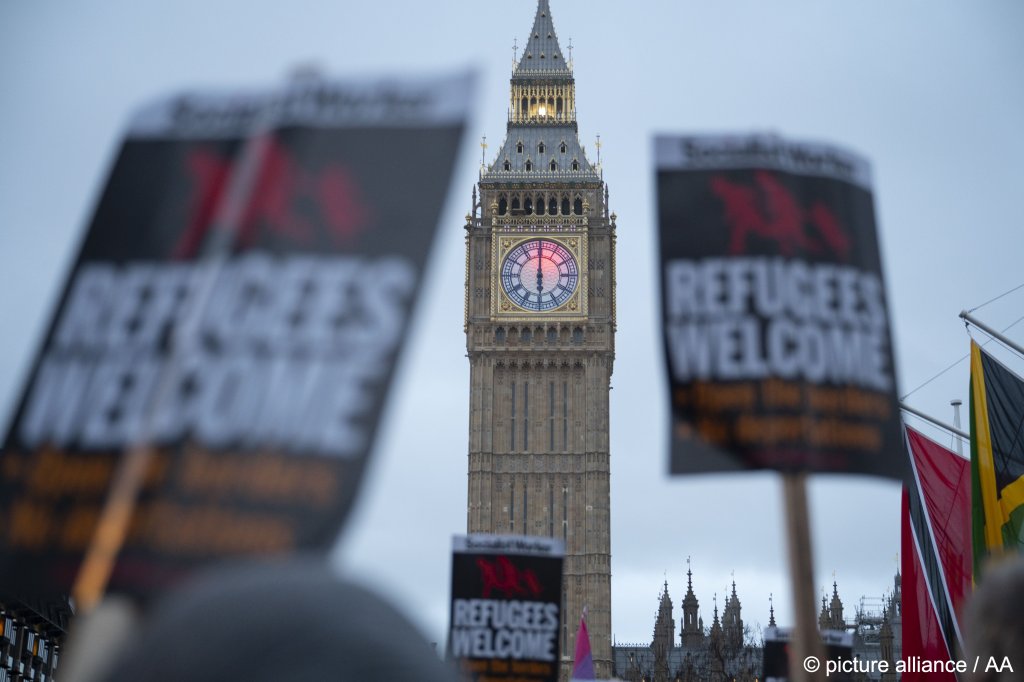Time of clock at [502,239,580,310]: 5:59
